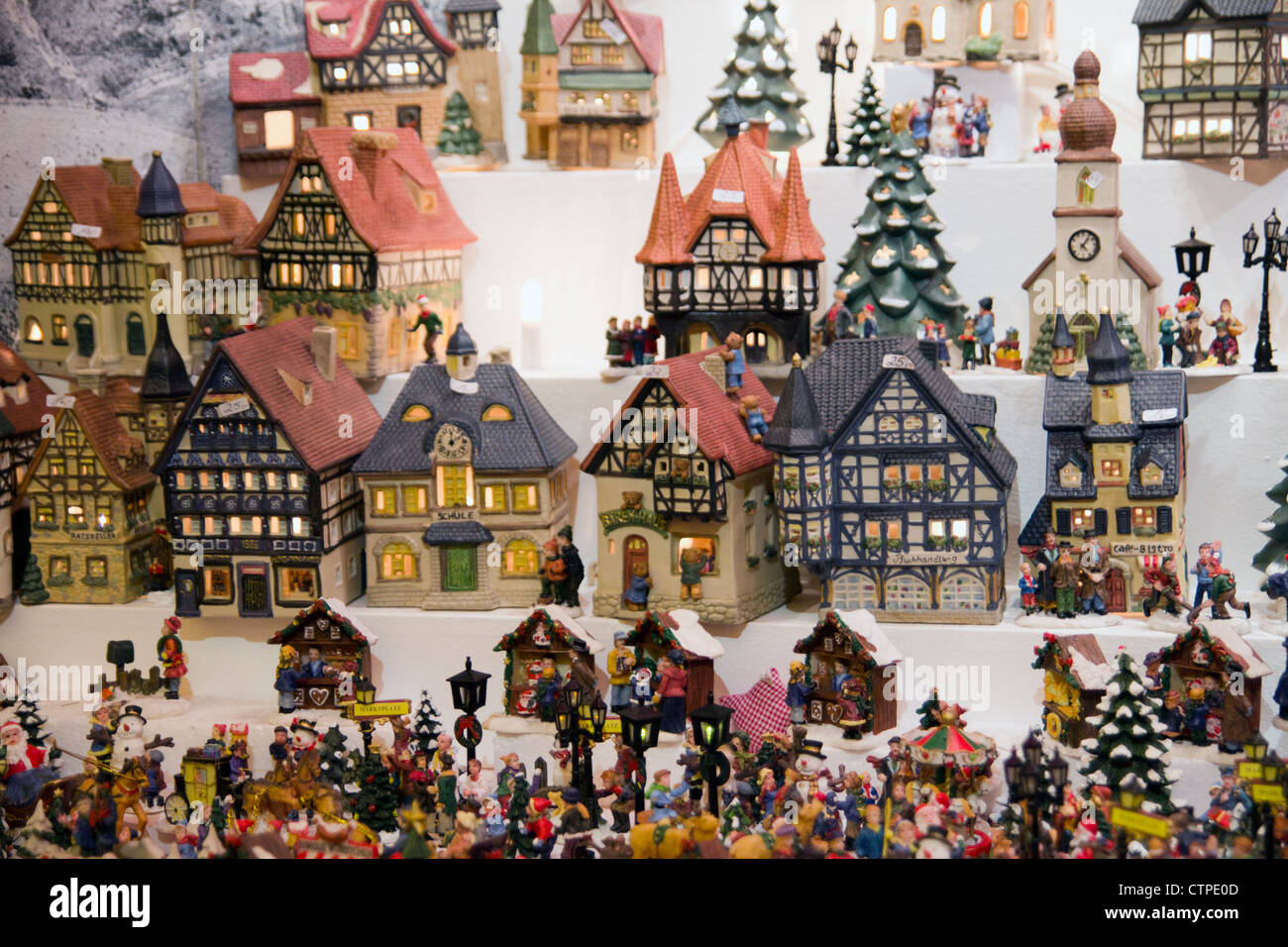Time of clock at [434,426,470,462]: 12:09
